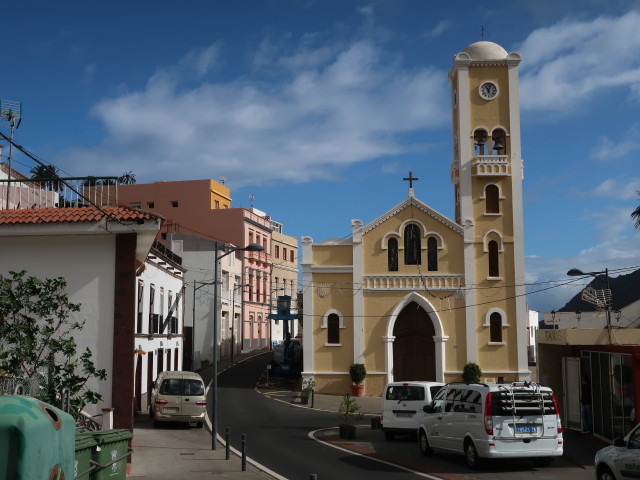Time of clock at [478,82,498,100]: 11:03
